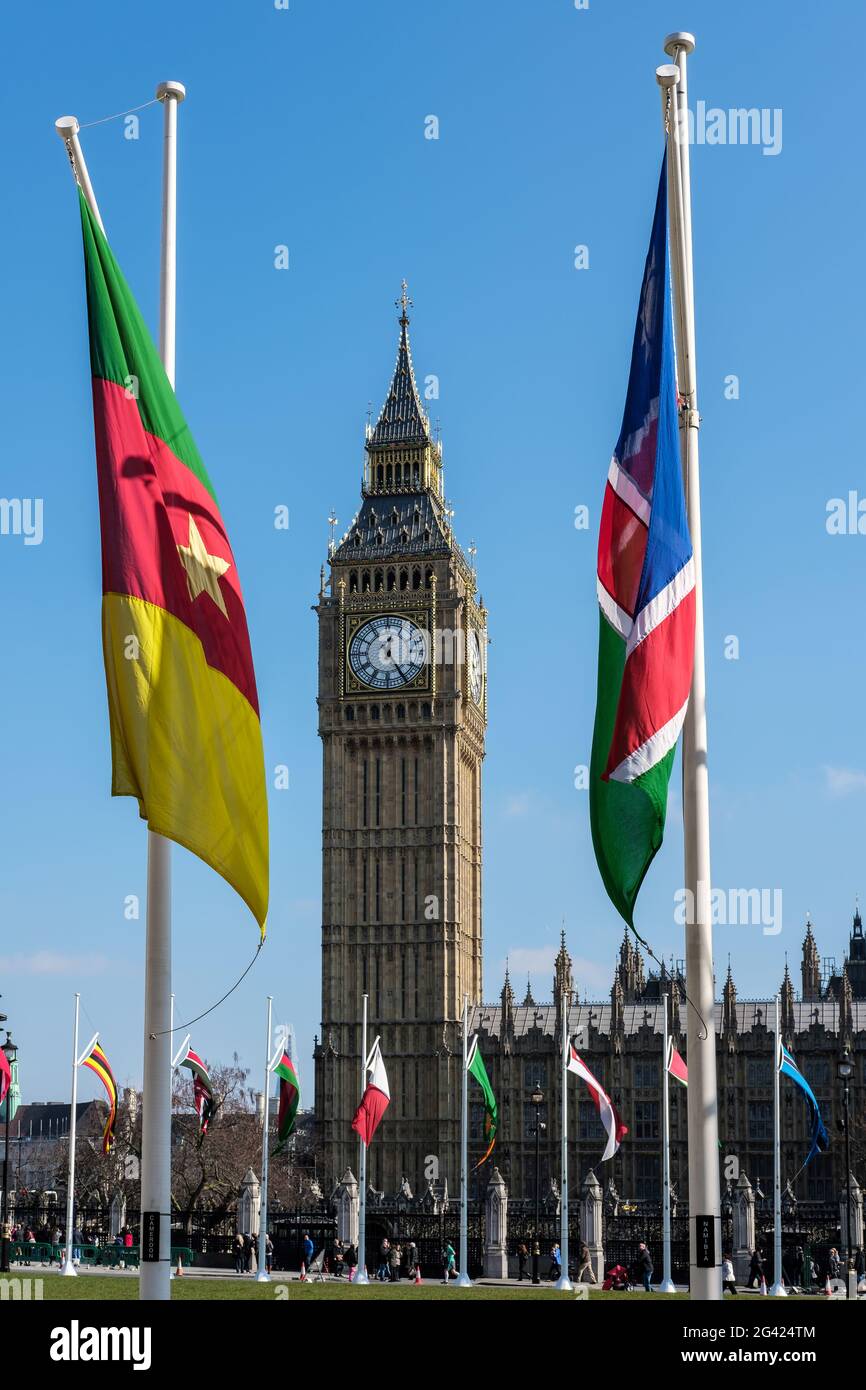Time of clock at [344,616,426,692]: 12:24
